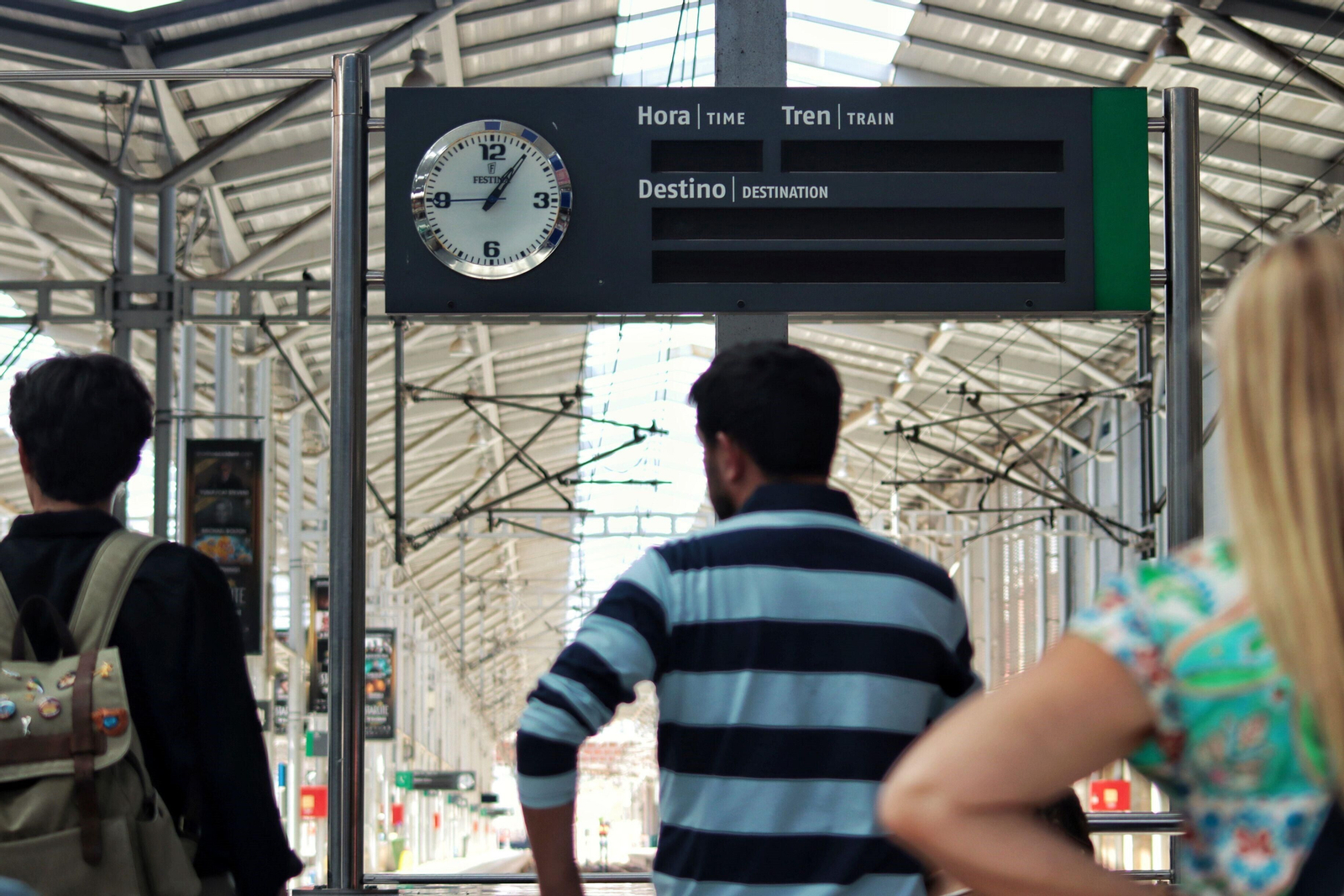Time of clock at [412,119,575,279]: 1:06
